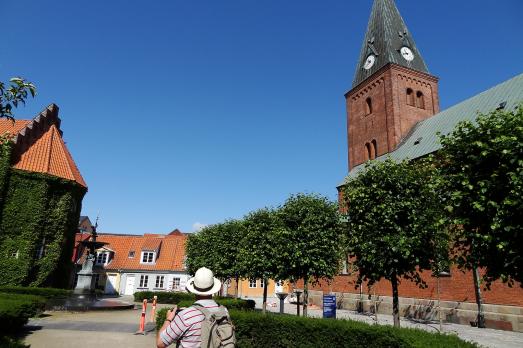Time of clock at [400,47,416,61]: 10:42
